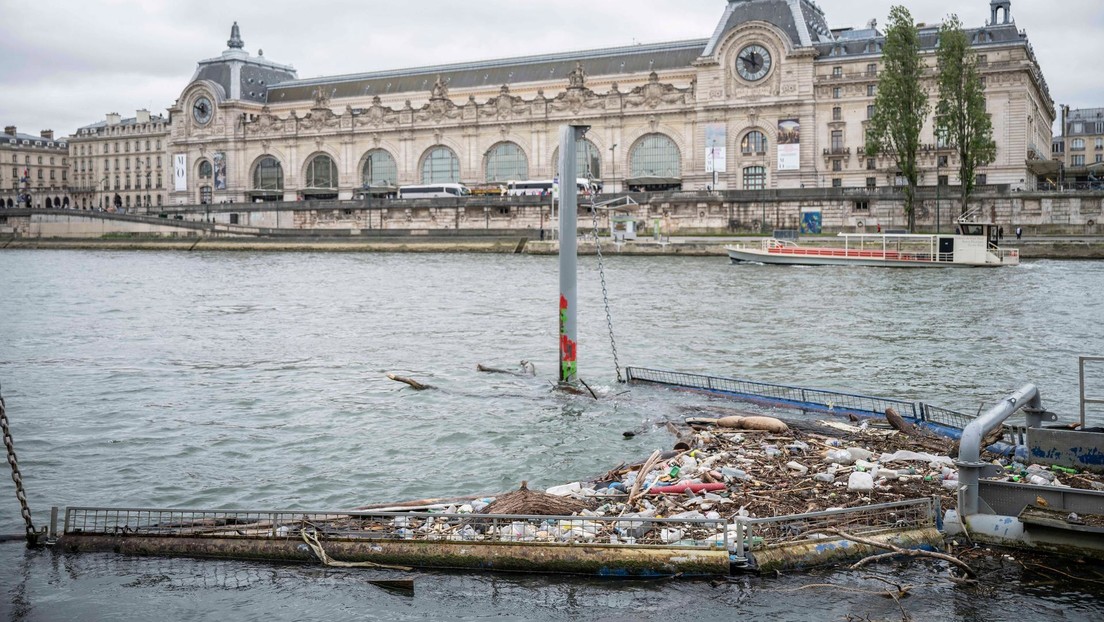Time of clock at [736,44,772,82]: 11:48
